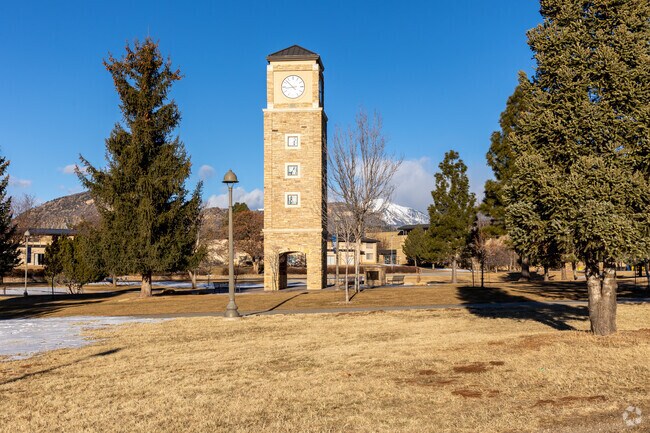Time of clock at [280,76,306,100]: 8:52
